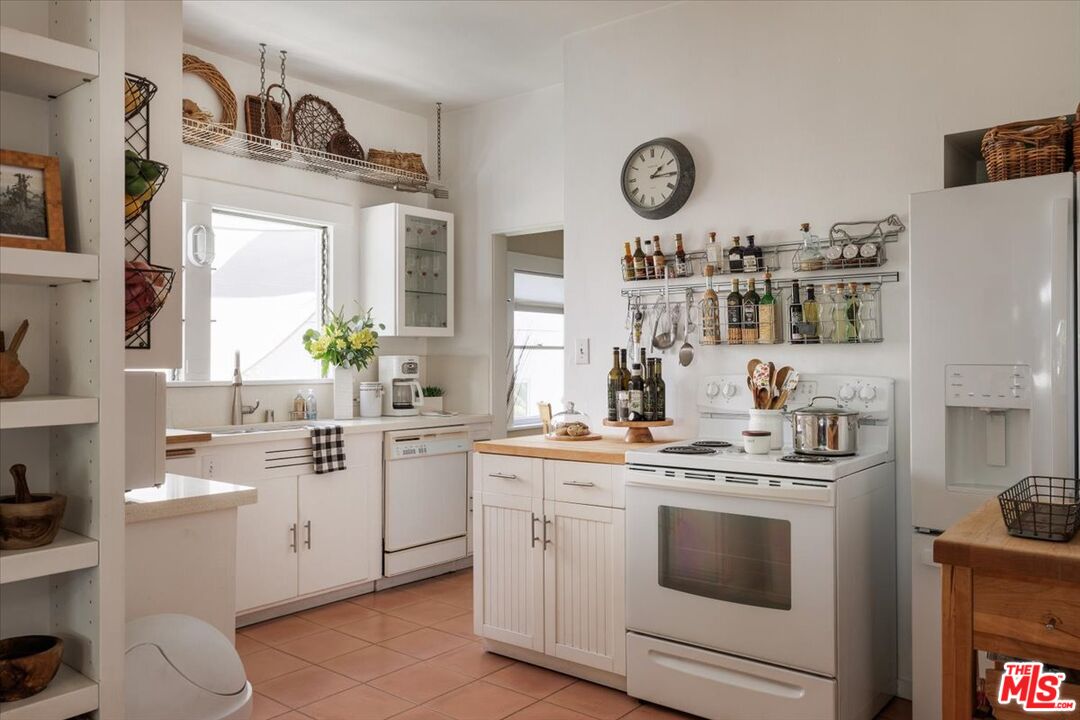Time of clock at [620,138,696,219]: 1:14
